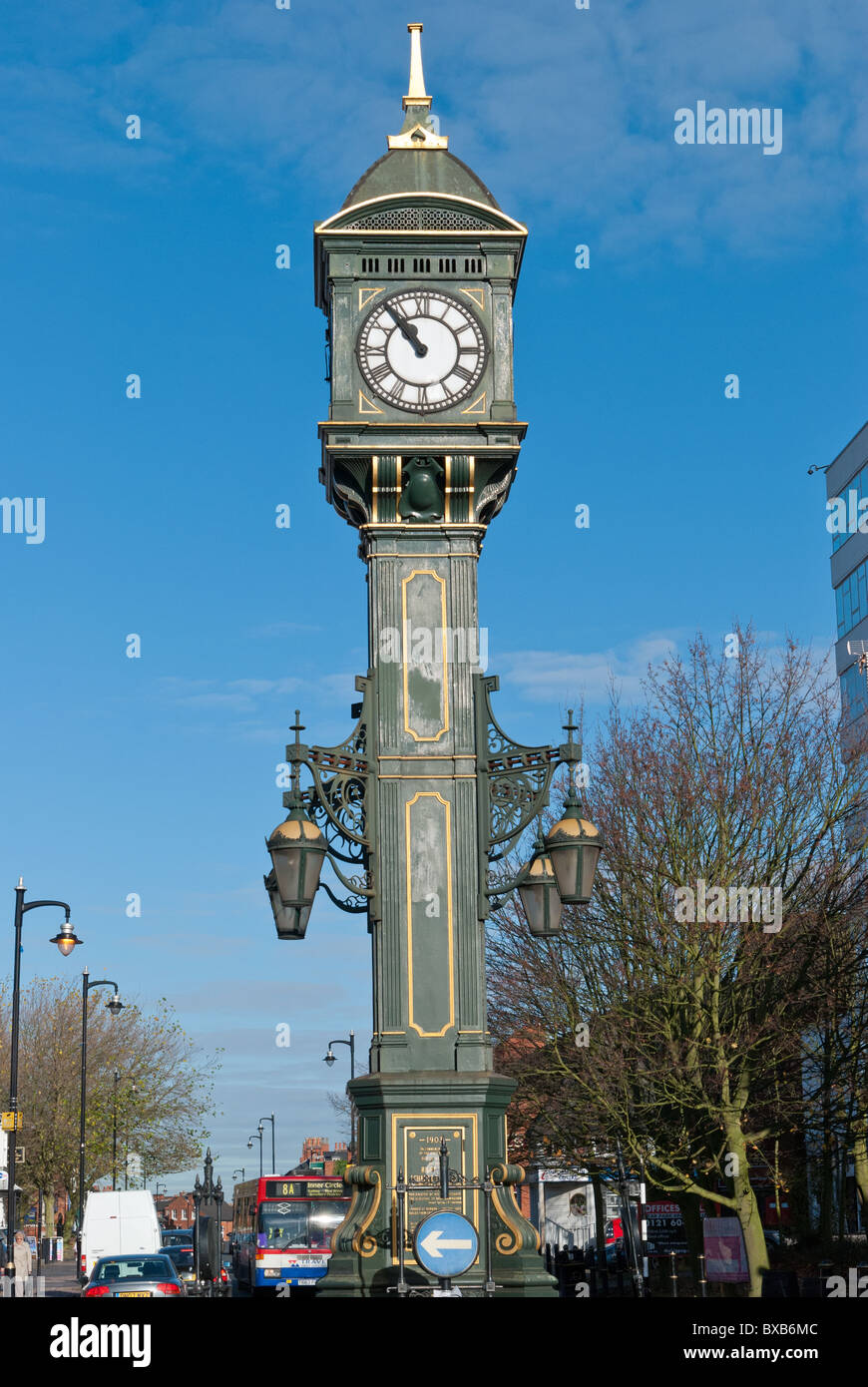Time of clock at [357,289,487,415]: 10:53
